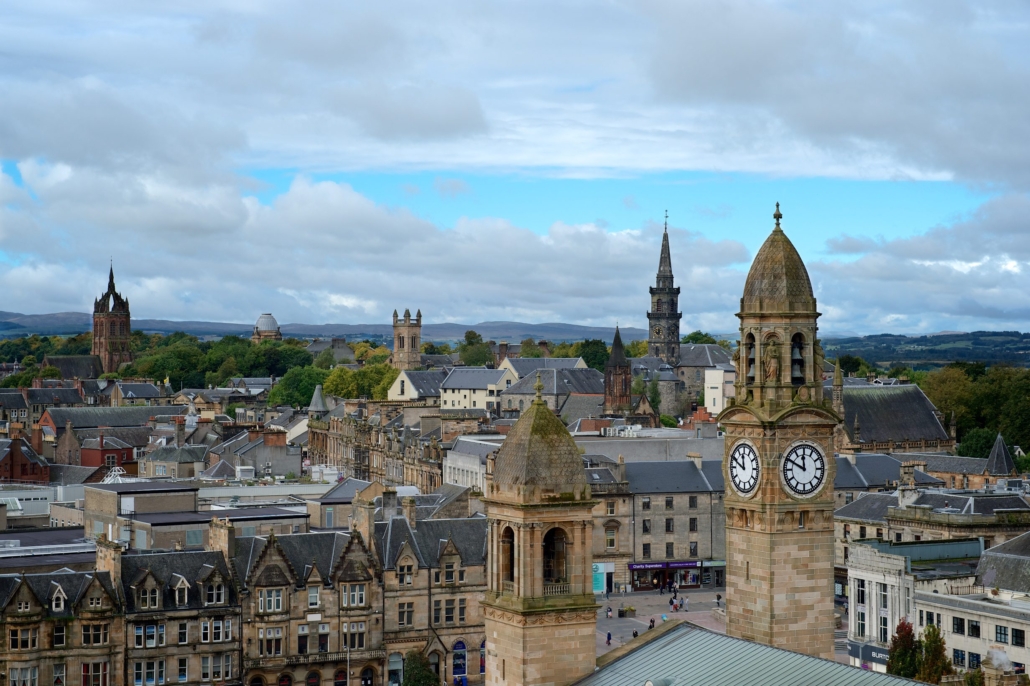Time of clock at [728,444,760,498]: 11:49
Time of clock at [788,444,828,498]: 11:49
